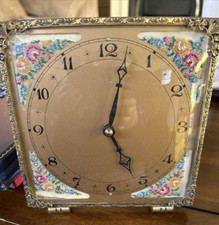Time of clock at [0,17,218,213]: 5:02
